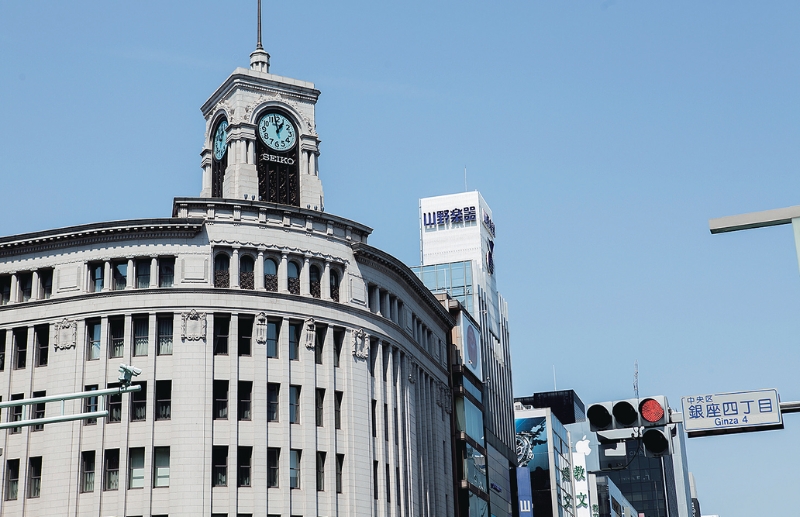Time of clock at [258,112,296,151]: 12:58
